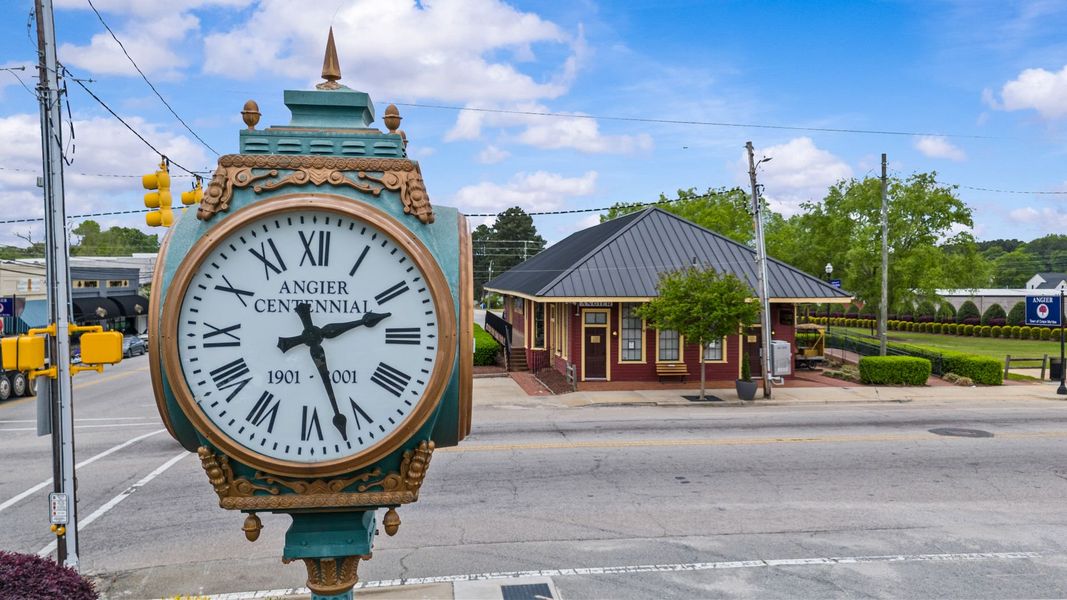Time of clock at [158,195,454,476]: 2:26
